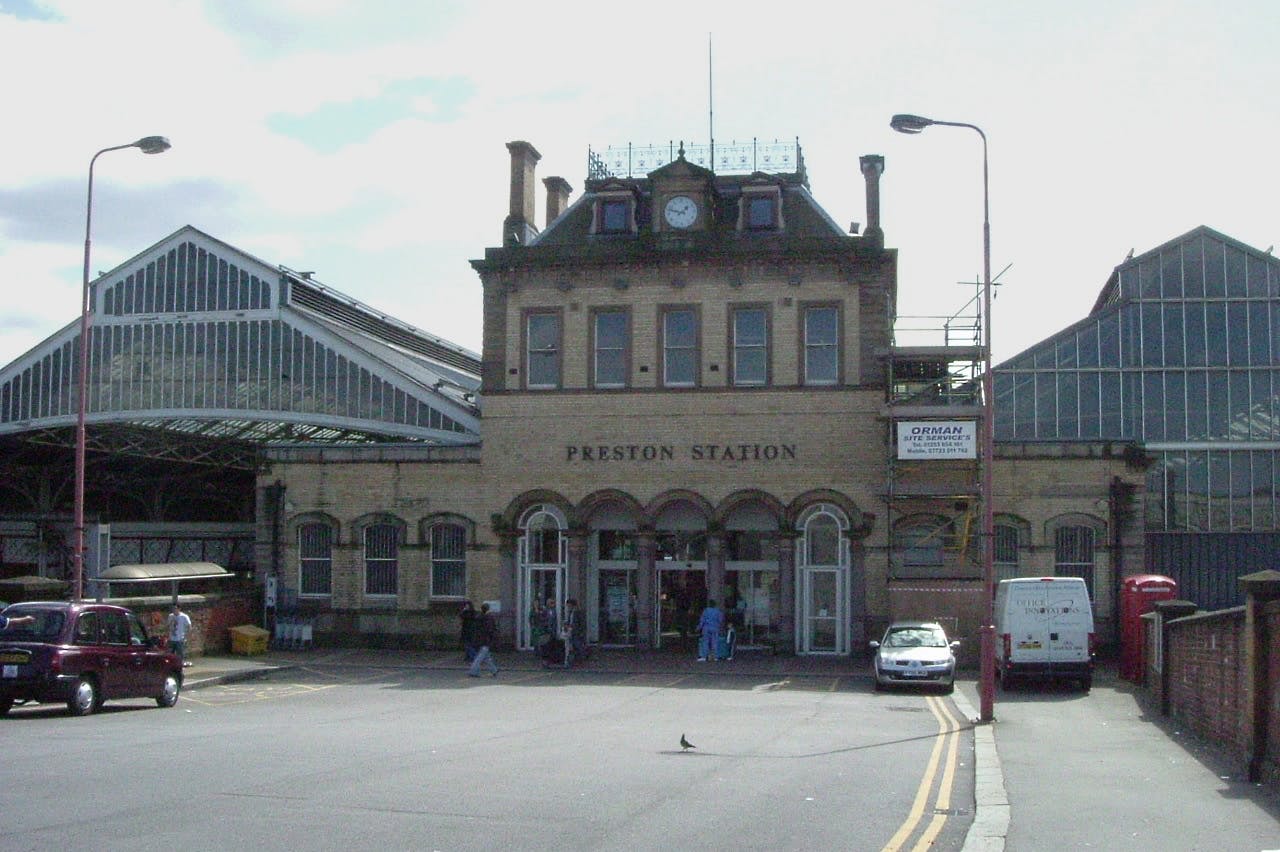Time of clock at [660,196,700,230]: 1:47
